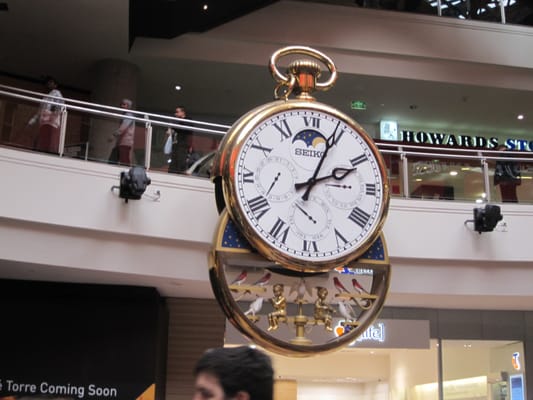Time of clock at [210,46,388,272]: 2:04
